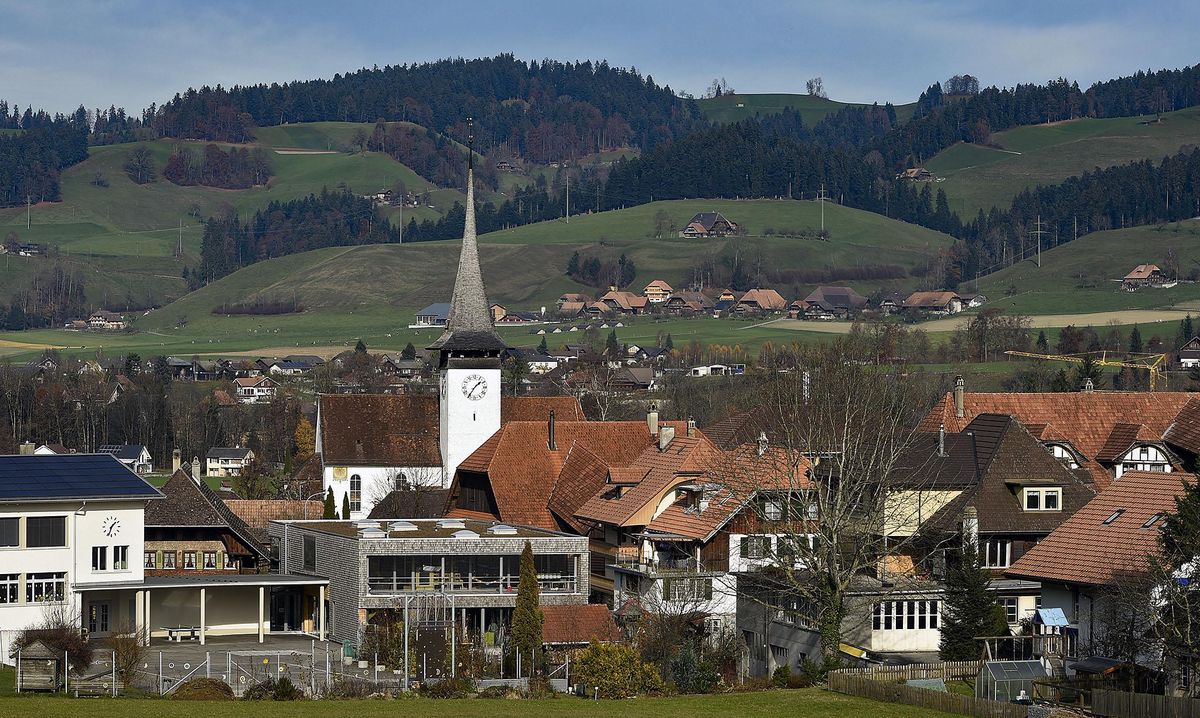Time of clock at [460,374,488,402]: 1:36
